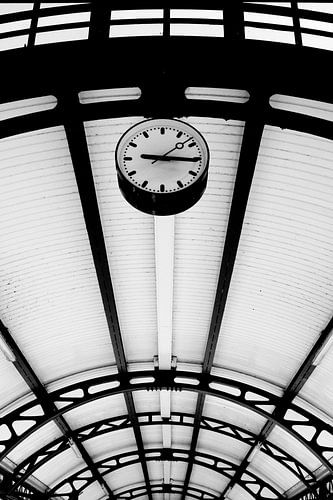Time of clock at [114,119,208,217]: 9:15
